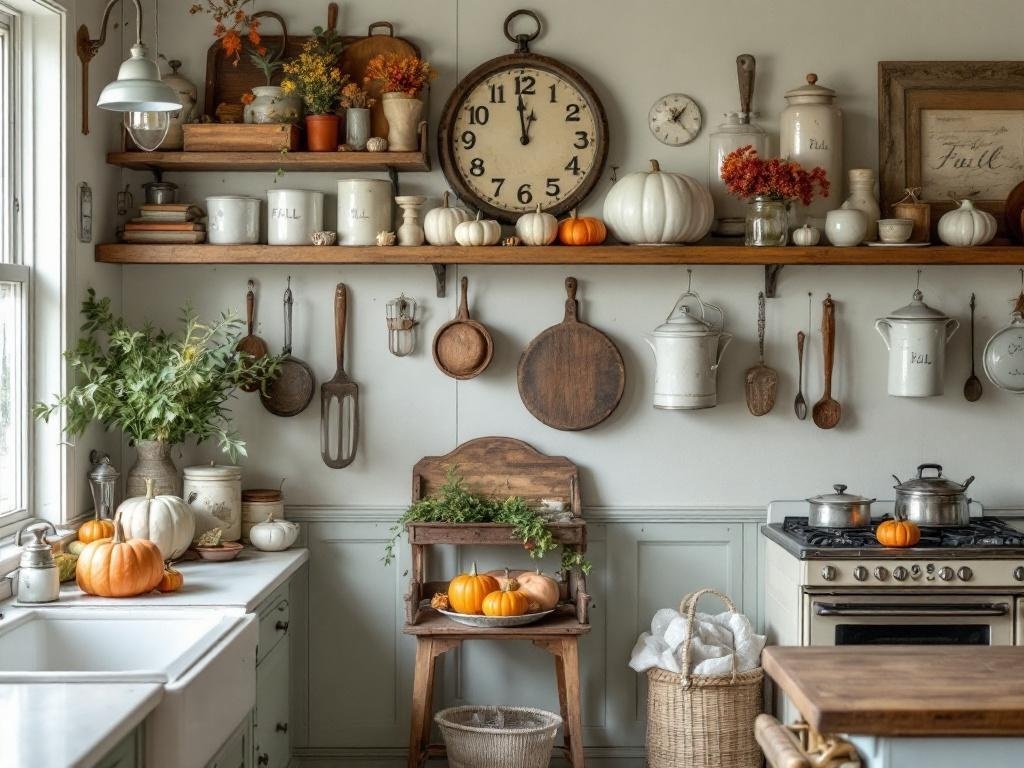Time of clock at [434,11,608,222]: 11:59
